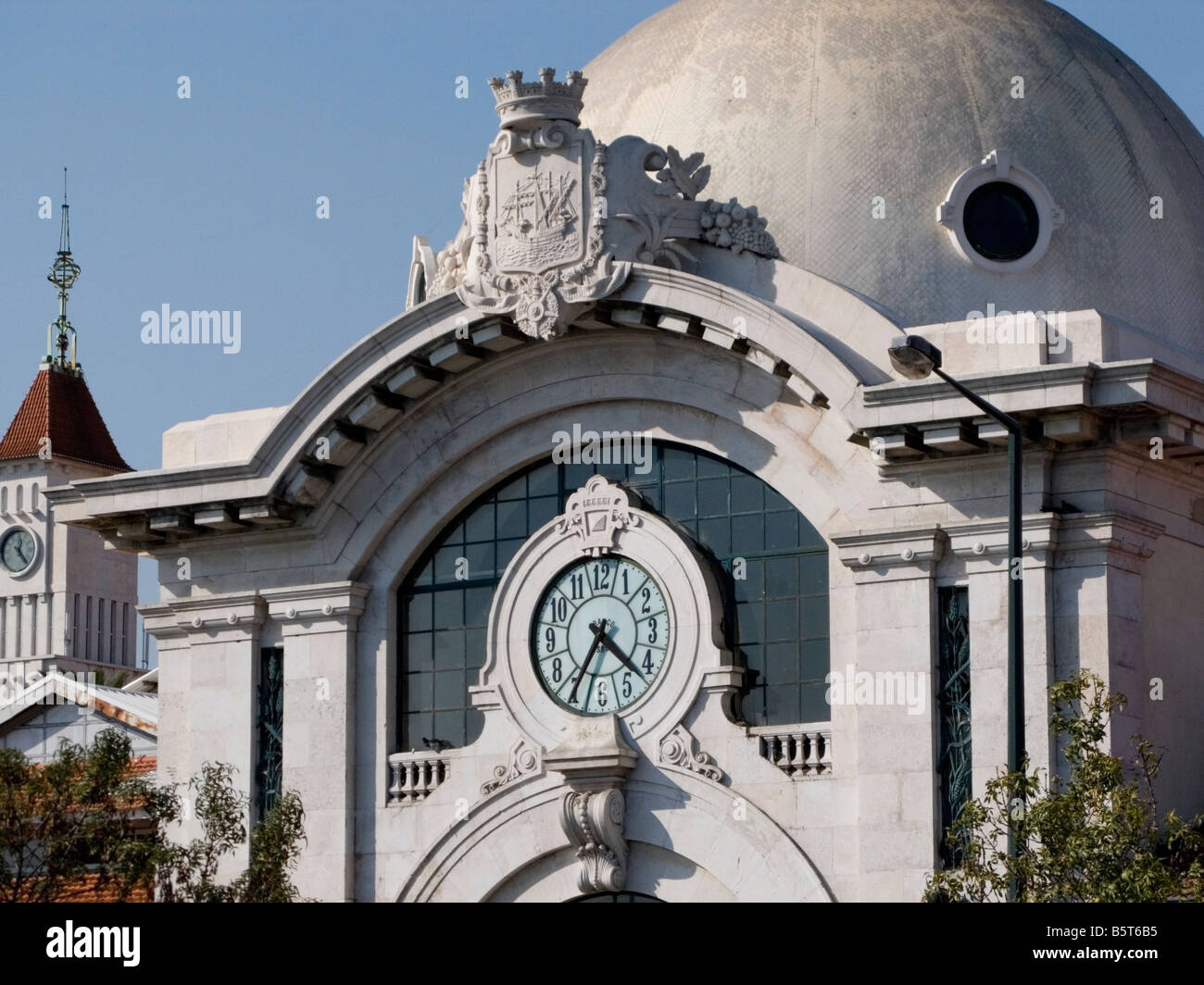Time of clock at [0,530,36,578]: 12:23
